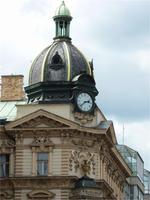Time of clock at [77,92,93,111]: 2:38
